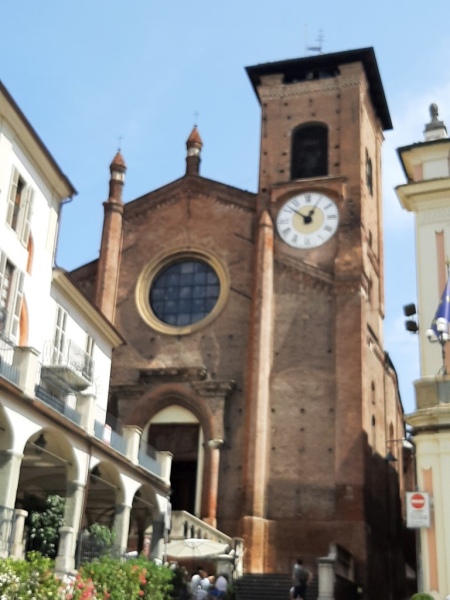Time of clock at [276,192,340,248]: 12:52
